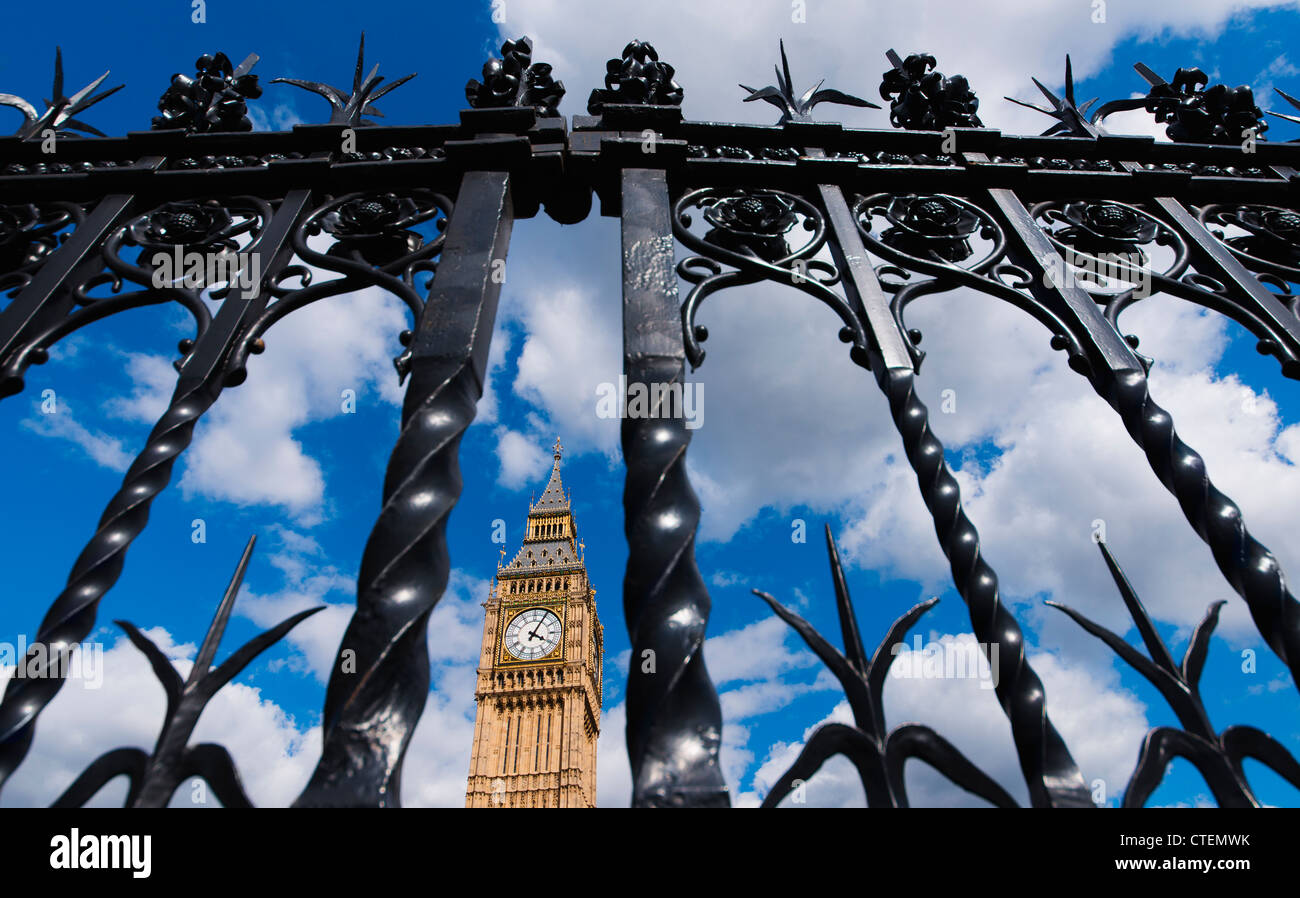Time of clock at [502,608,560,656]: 4:04
